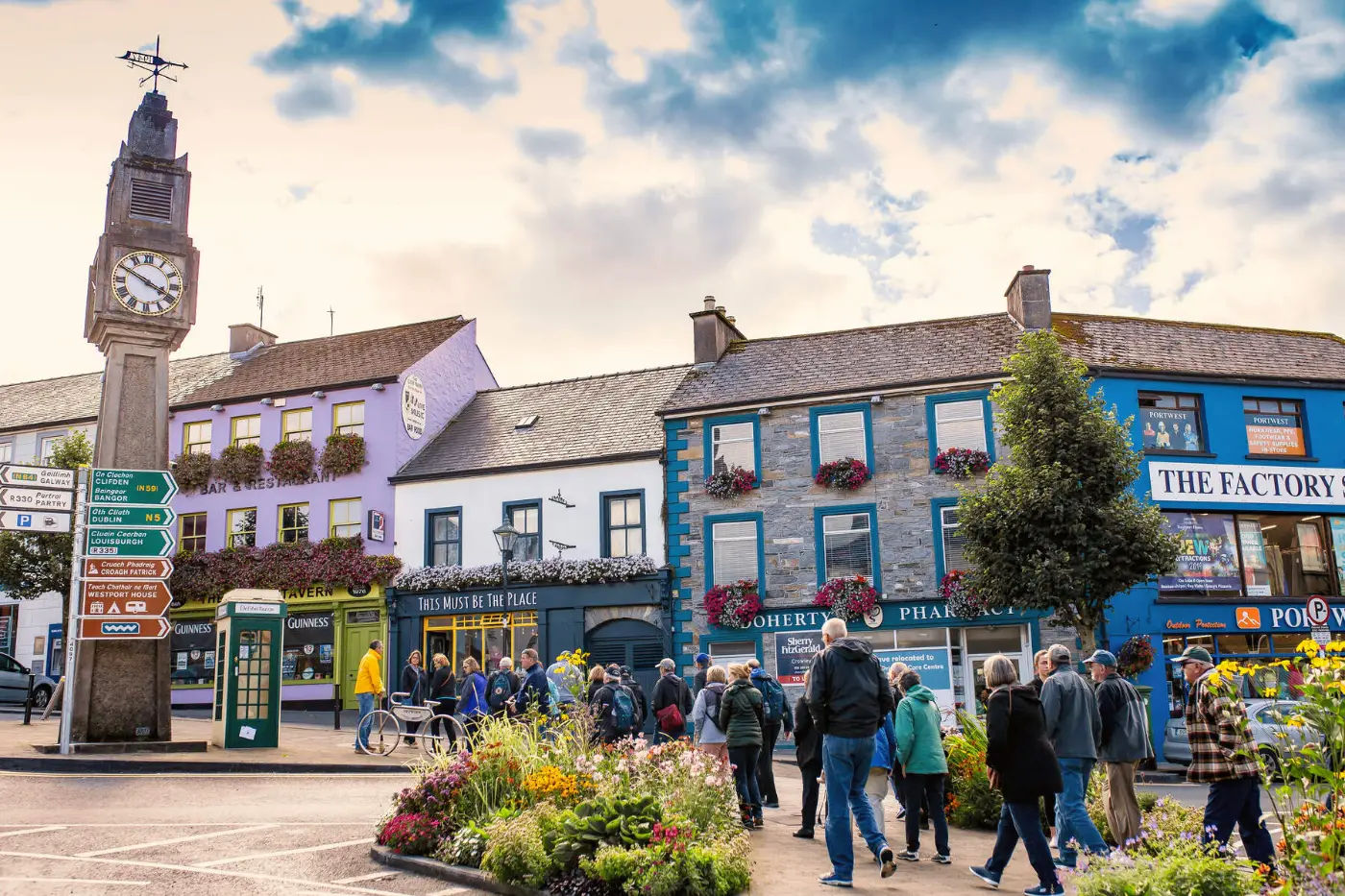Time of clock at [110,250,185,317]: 3:49
